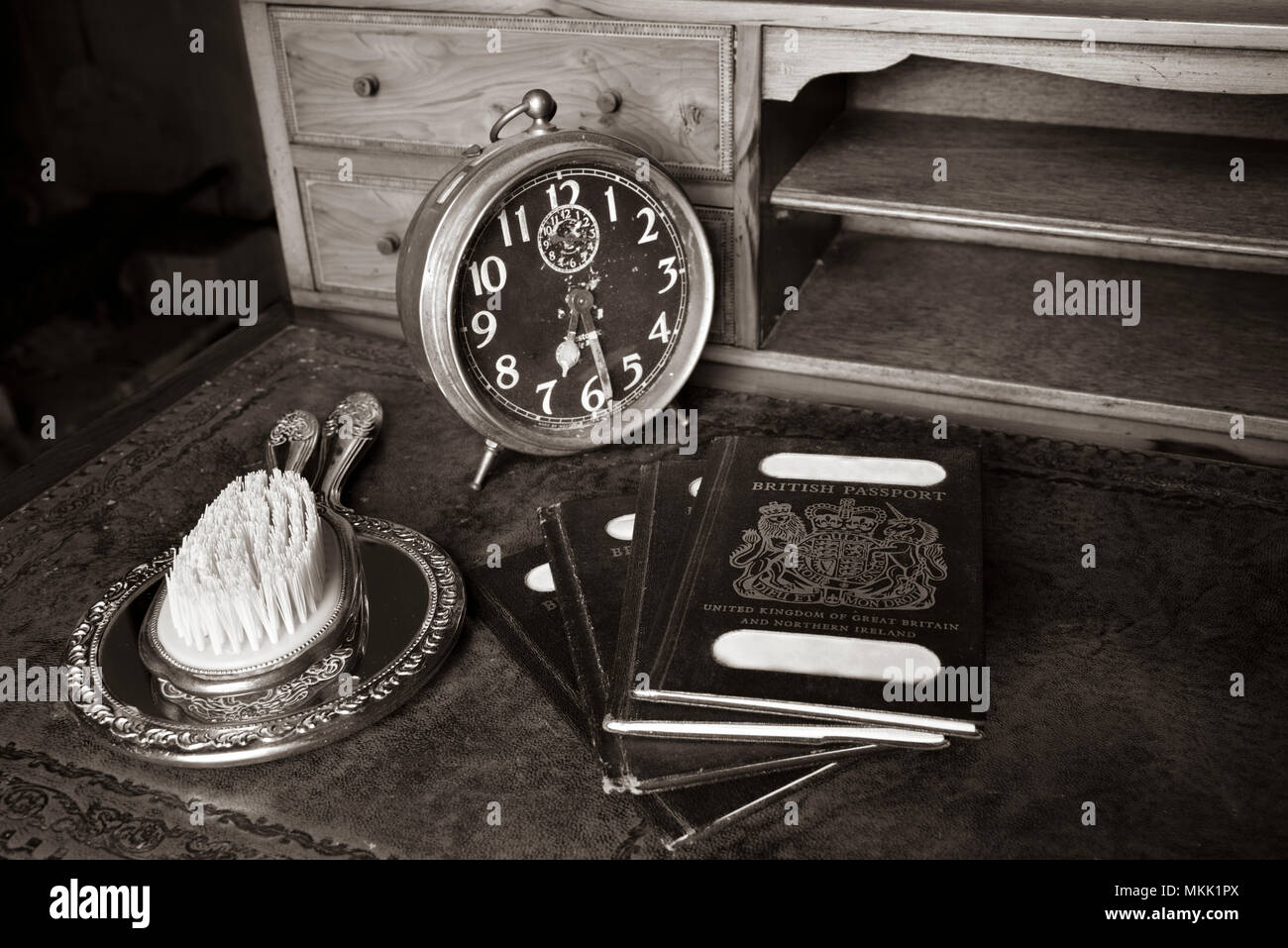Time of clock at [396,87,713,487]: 6:27
